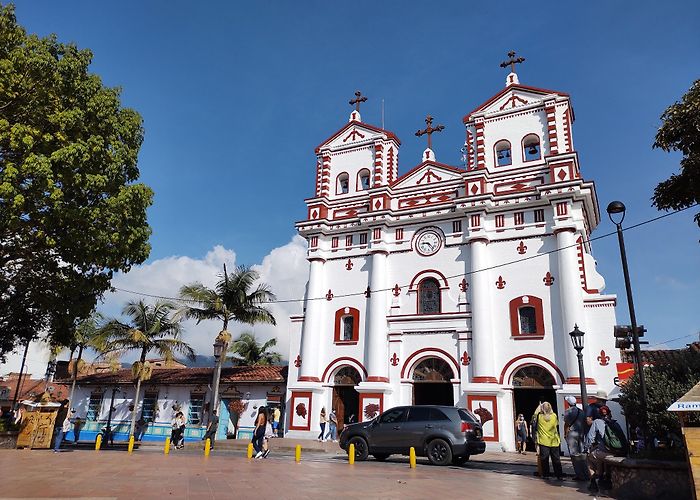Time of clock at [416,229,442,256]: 9:23
